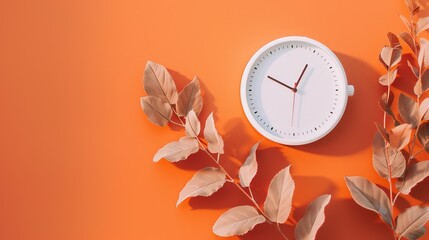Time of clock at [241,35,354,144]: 12:49
